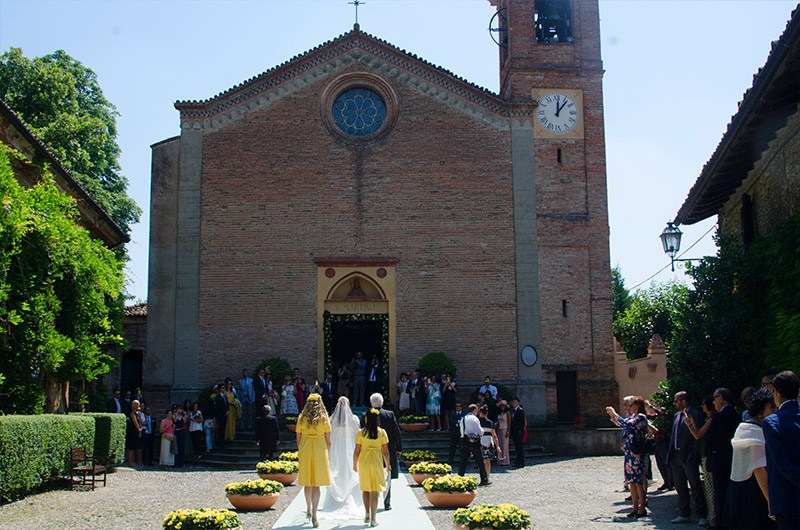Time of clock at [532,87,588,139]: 12:06
